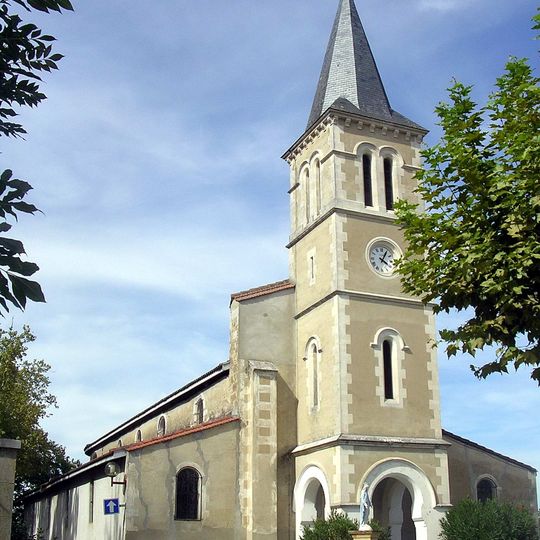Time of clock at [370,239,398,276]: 4:04
